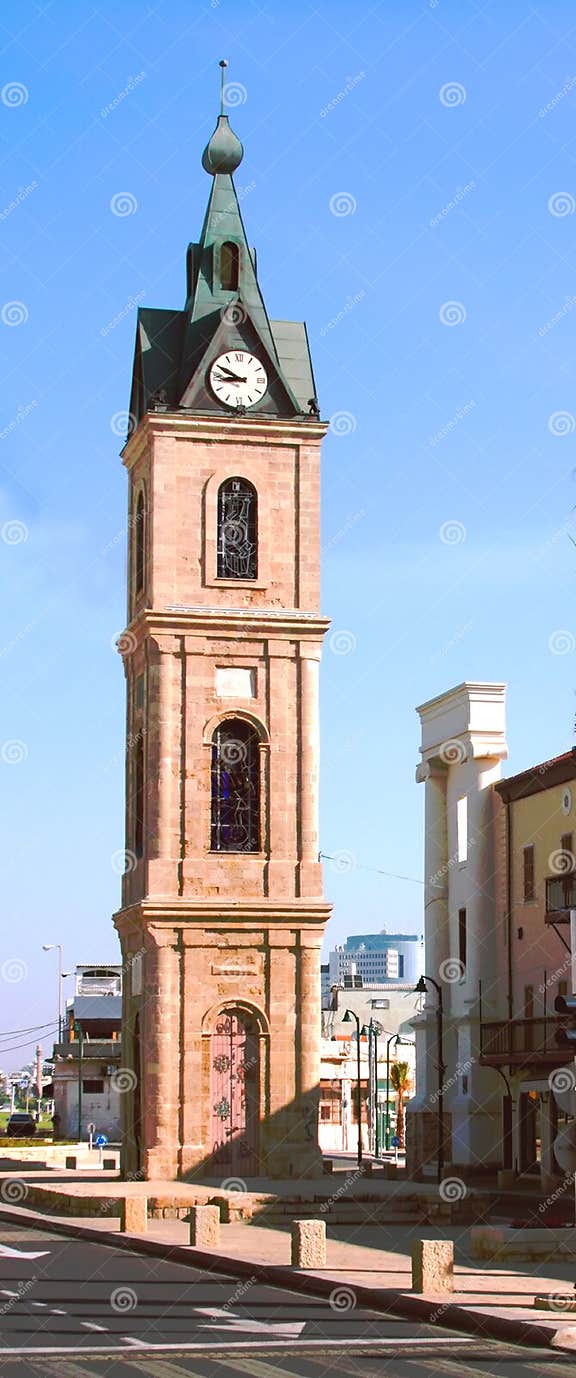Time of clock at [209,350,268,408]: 8:49
